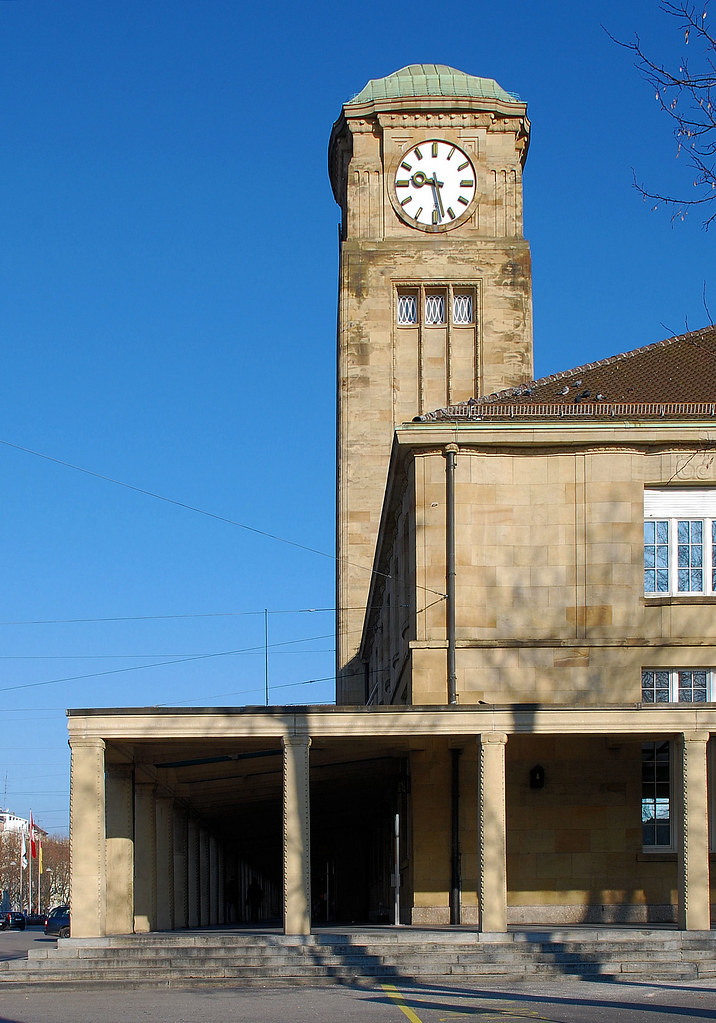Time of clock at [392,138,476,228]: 9:28
